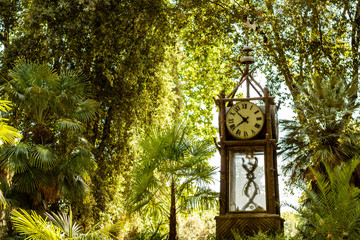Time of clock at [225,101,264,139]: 7:52
